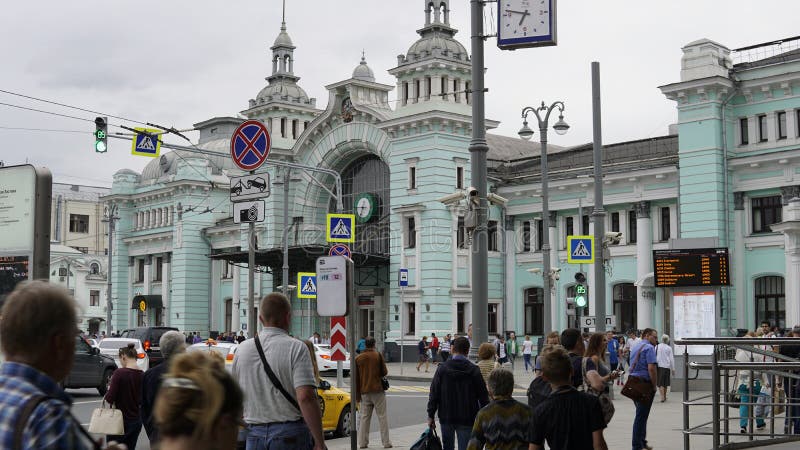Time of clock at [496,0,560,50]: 6:47
